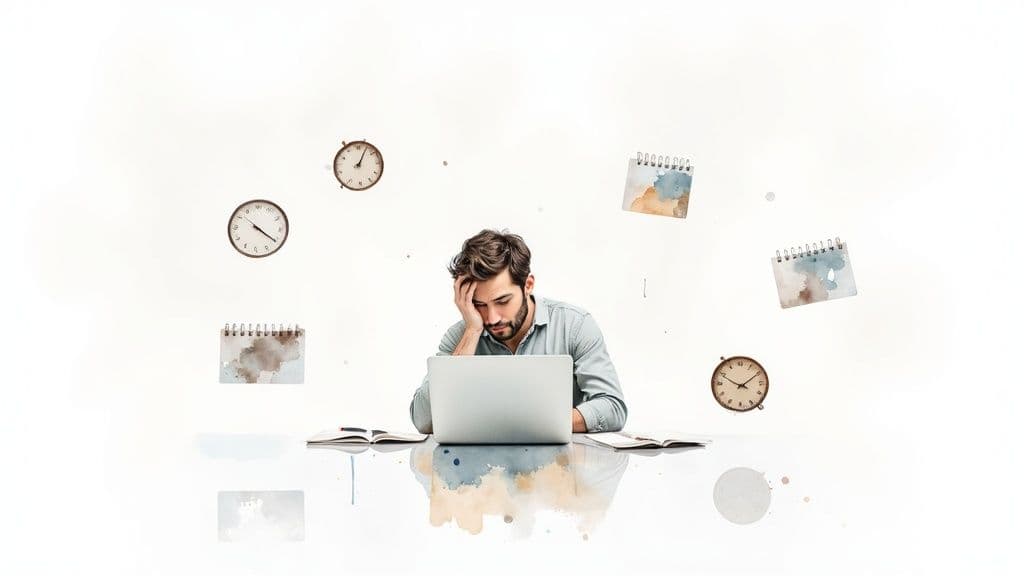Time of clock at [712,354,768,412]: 1:49
